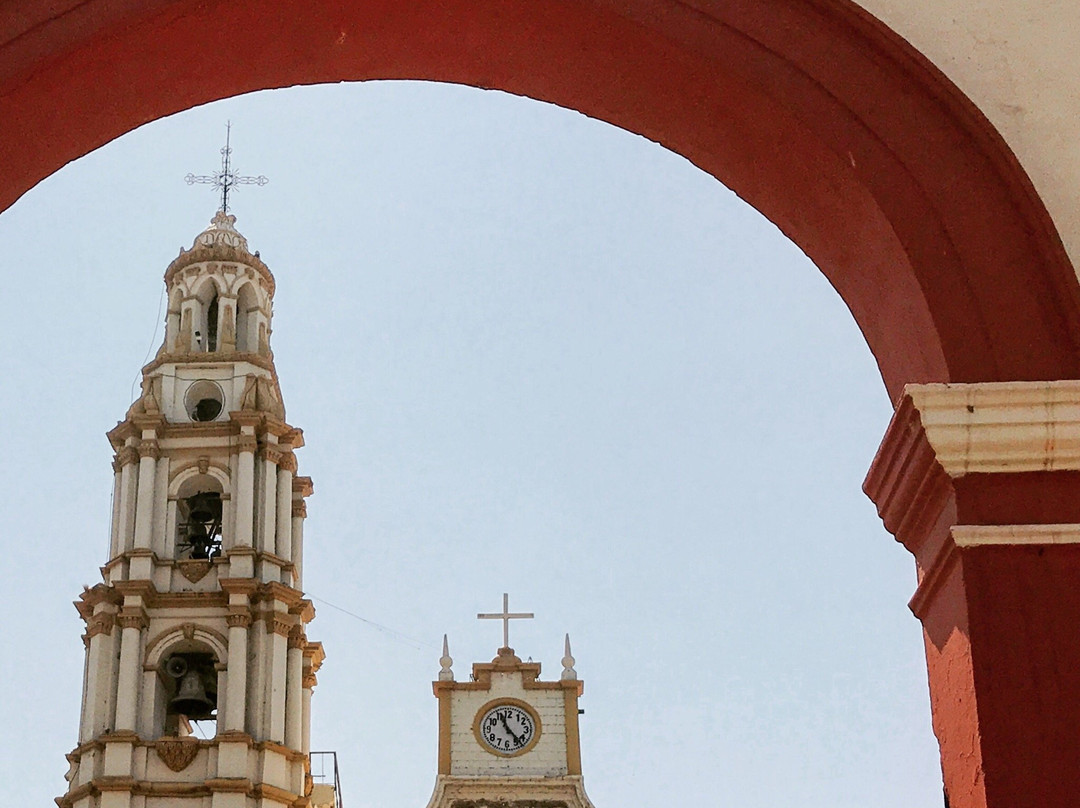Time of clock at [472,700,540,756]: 11:23
